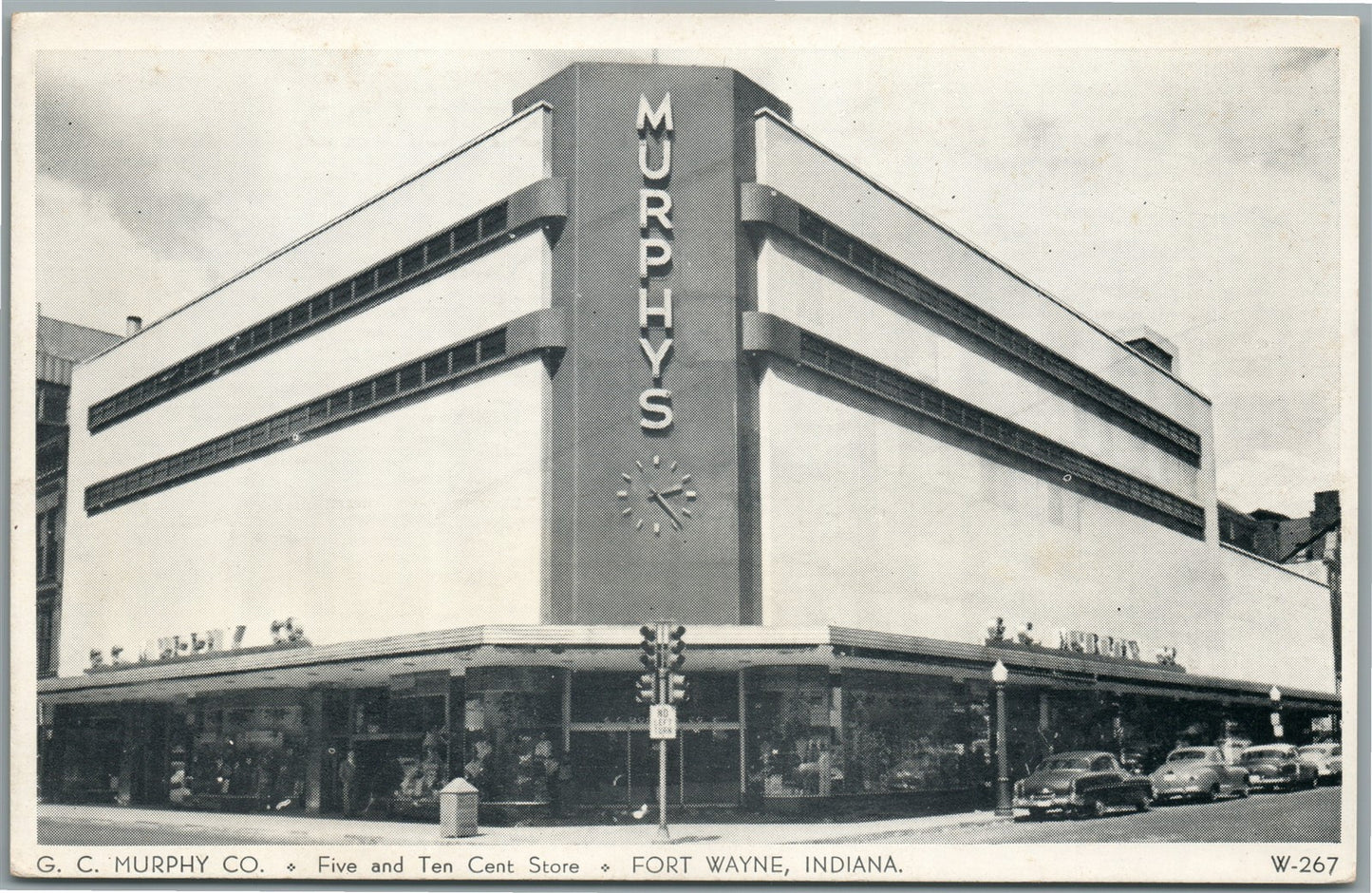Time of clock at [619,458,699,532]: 2:23
